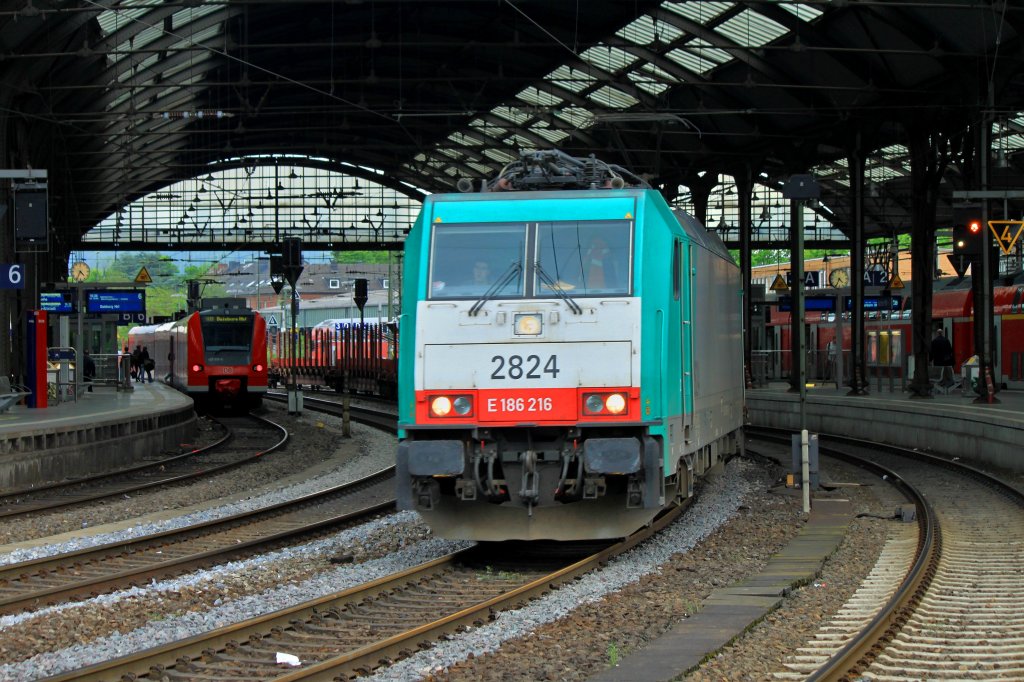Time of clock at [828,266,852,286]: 4:34
